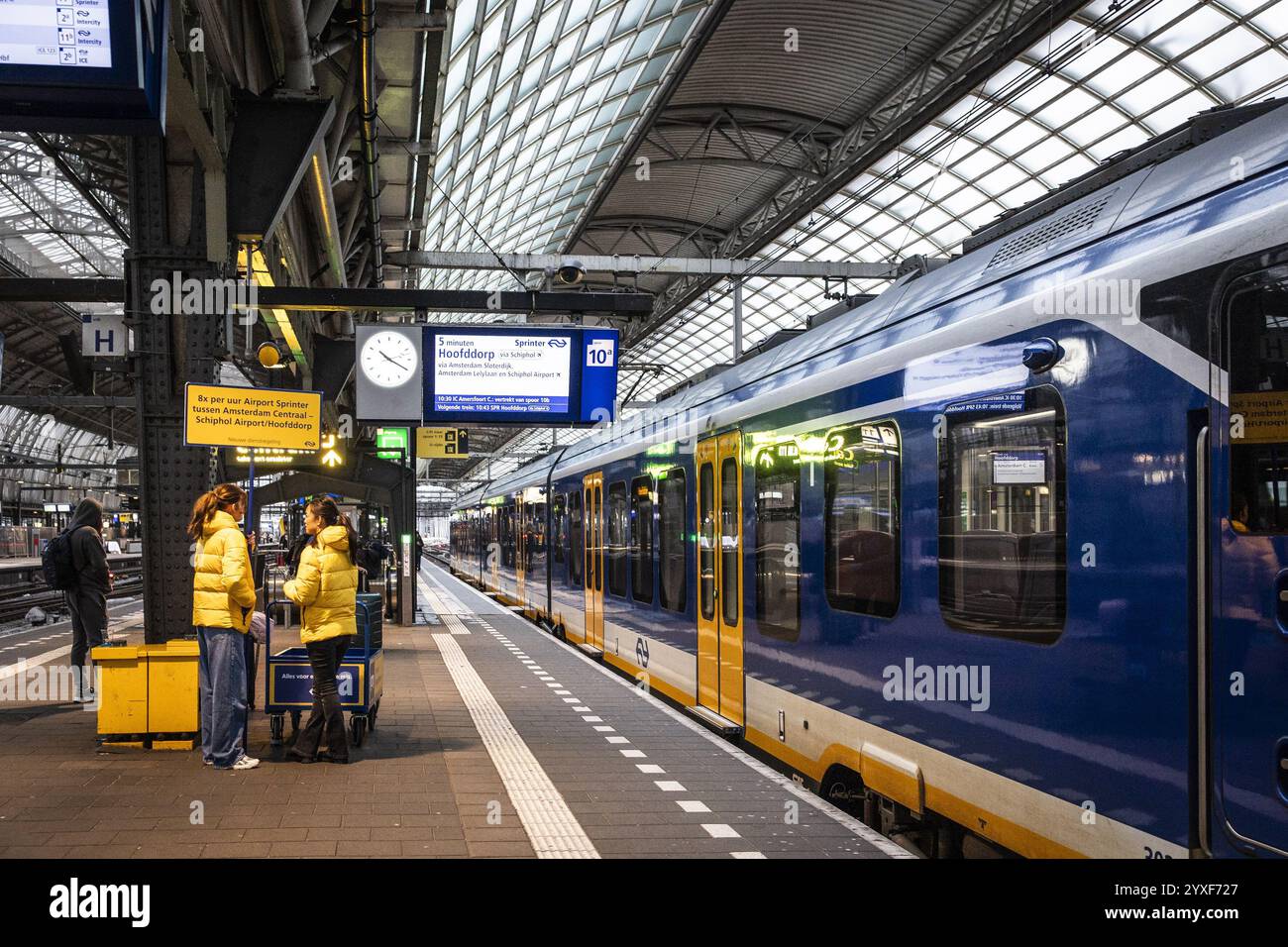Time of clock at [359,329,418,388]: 10:20
